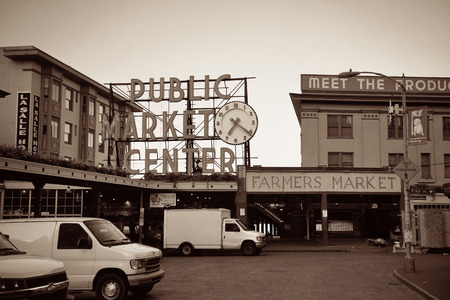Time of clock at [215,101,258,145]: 7:21
